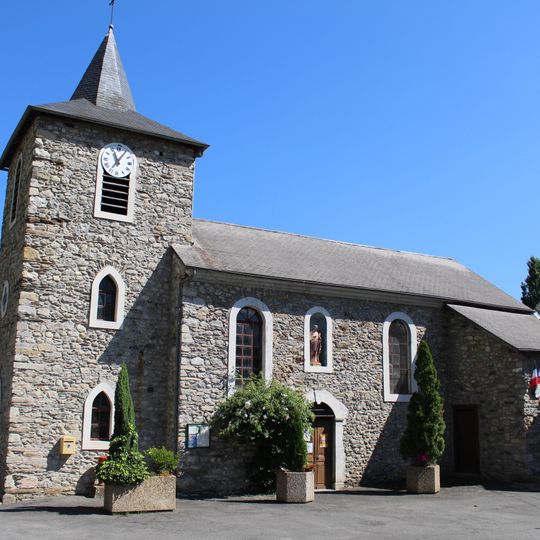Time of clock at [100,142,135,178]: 11:05
